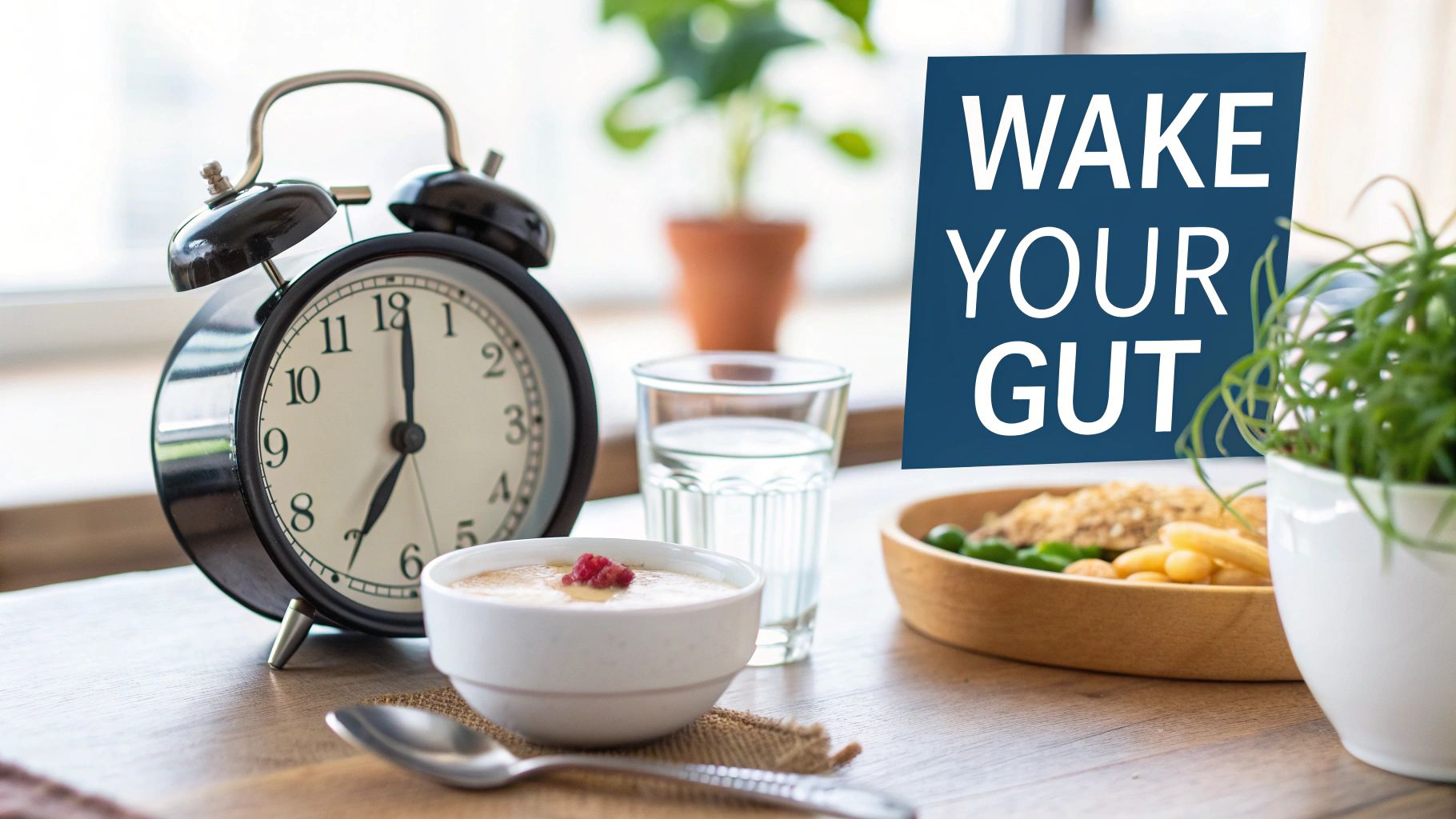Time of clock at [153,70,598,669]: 7:01
